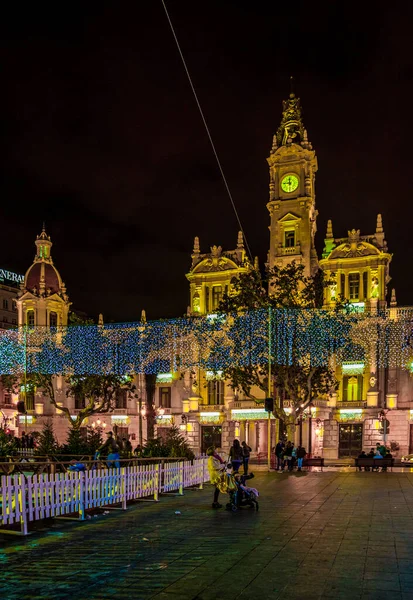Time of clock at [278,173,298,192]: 11:46
